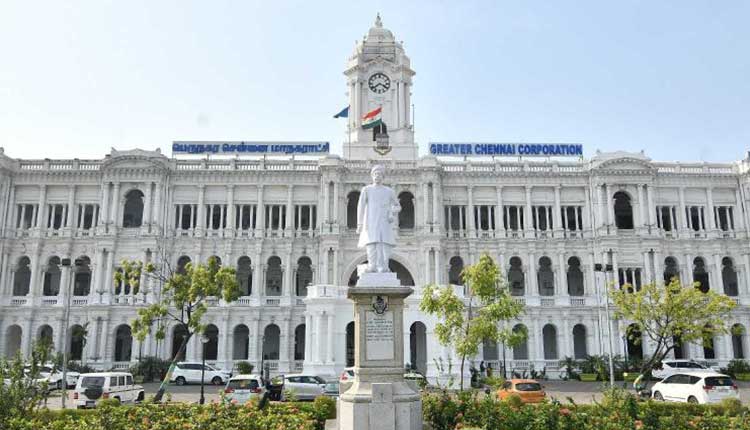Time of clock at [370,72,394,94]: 3:38
